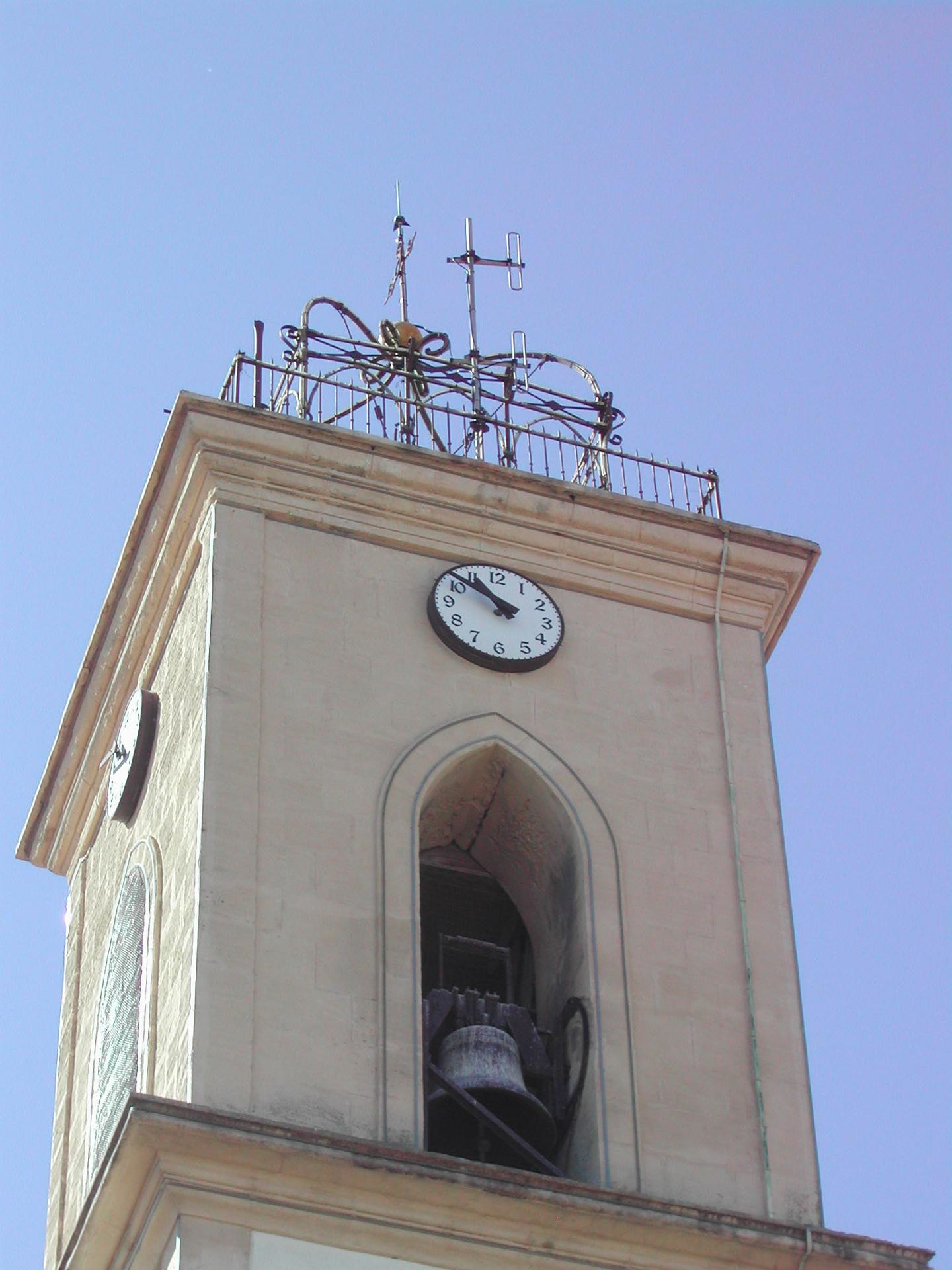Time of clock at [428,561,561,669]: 10:51
